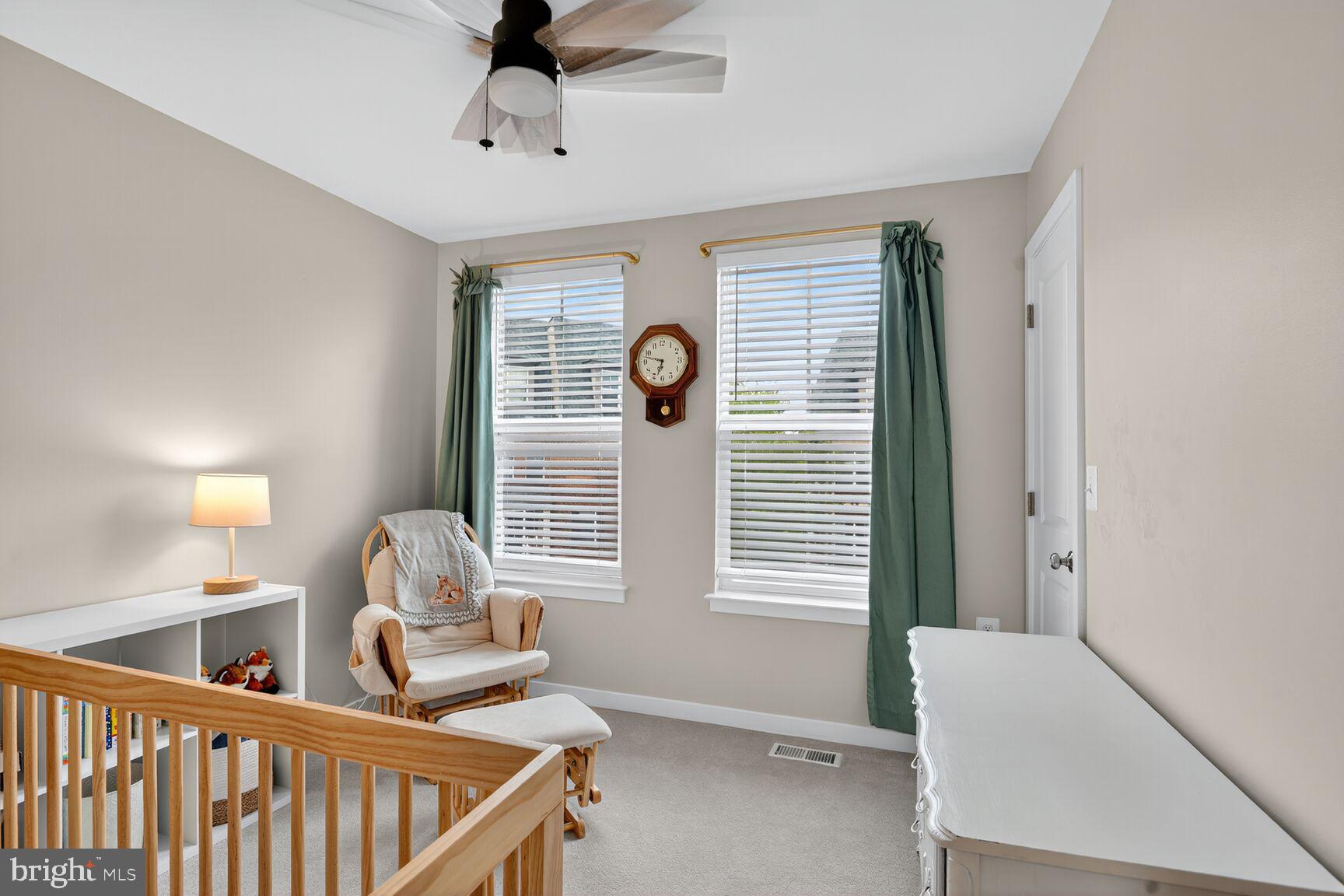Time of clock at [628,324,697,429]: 6:47
